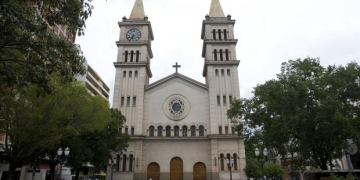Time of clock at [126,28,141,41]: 6:34
